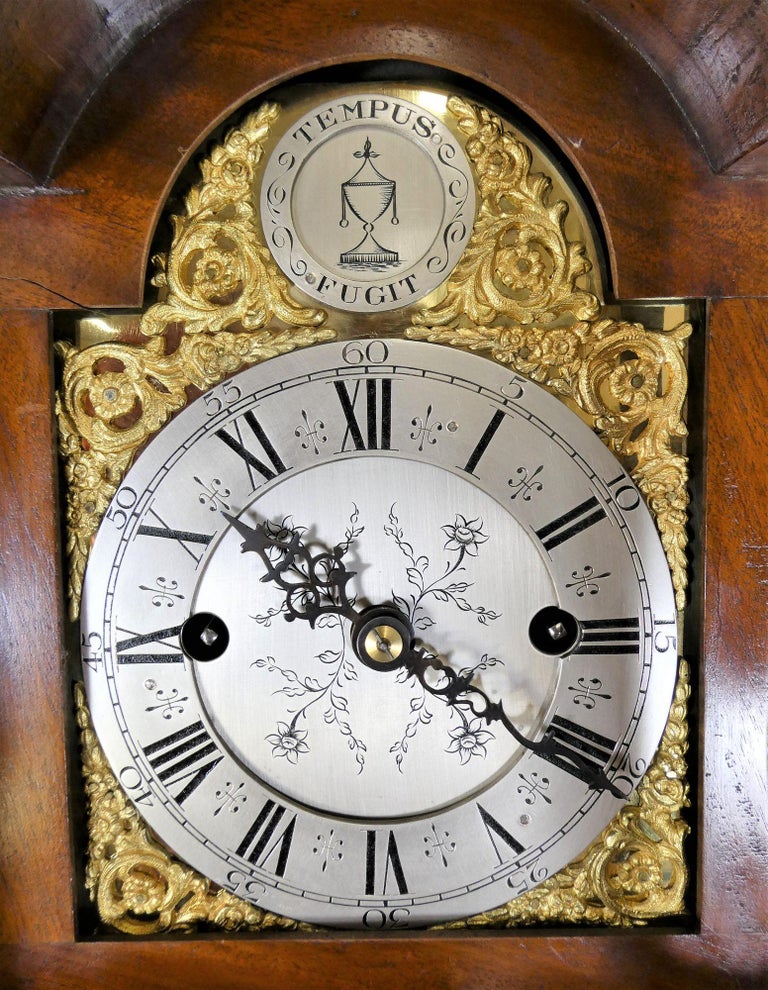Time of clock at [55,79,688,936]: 10:21
